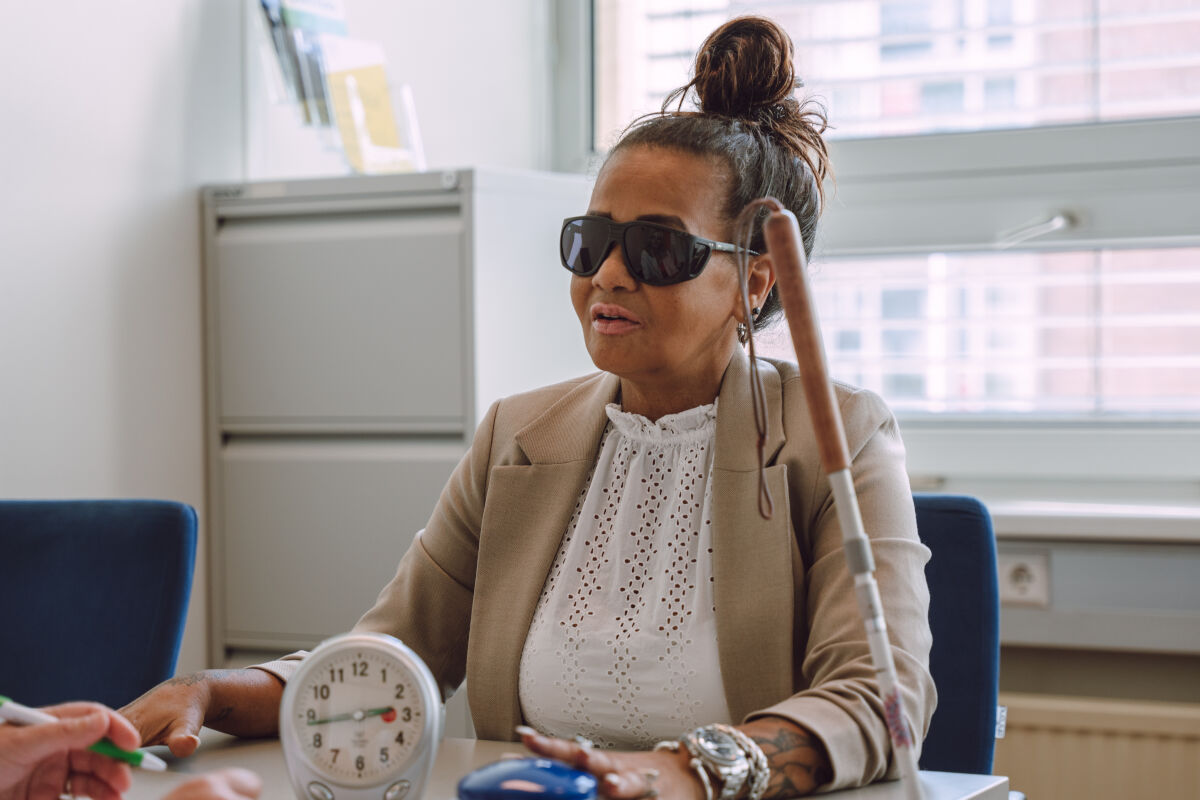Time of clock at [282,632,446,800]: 2:43
